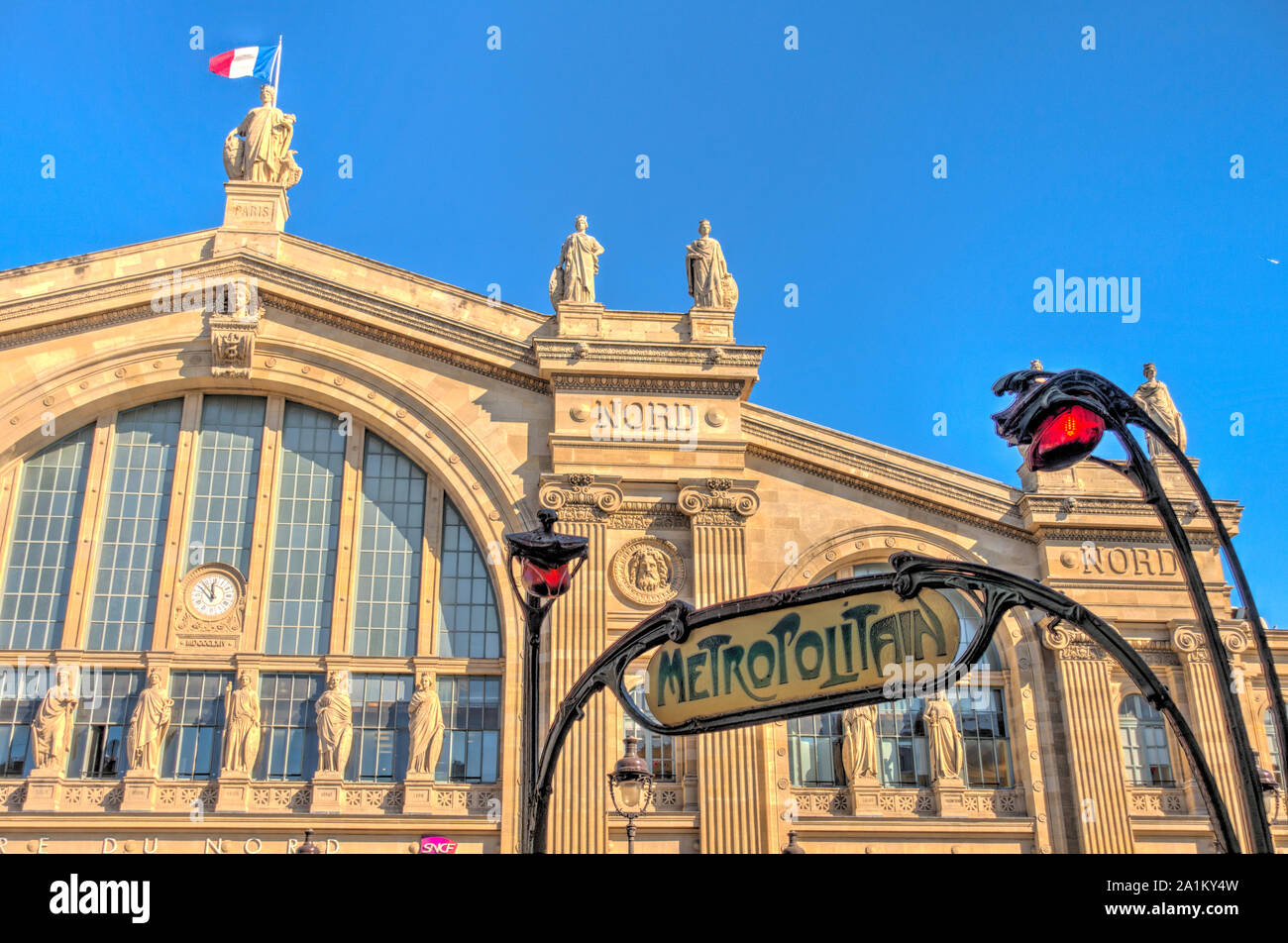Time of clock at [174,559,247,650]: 11:52
